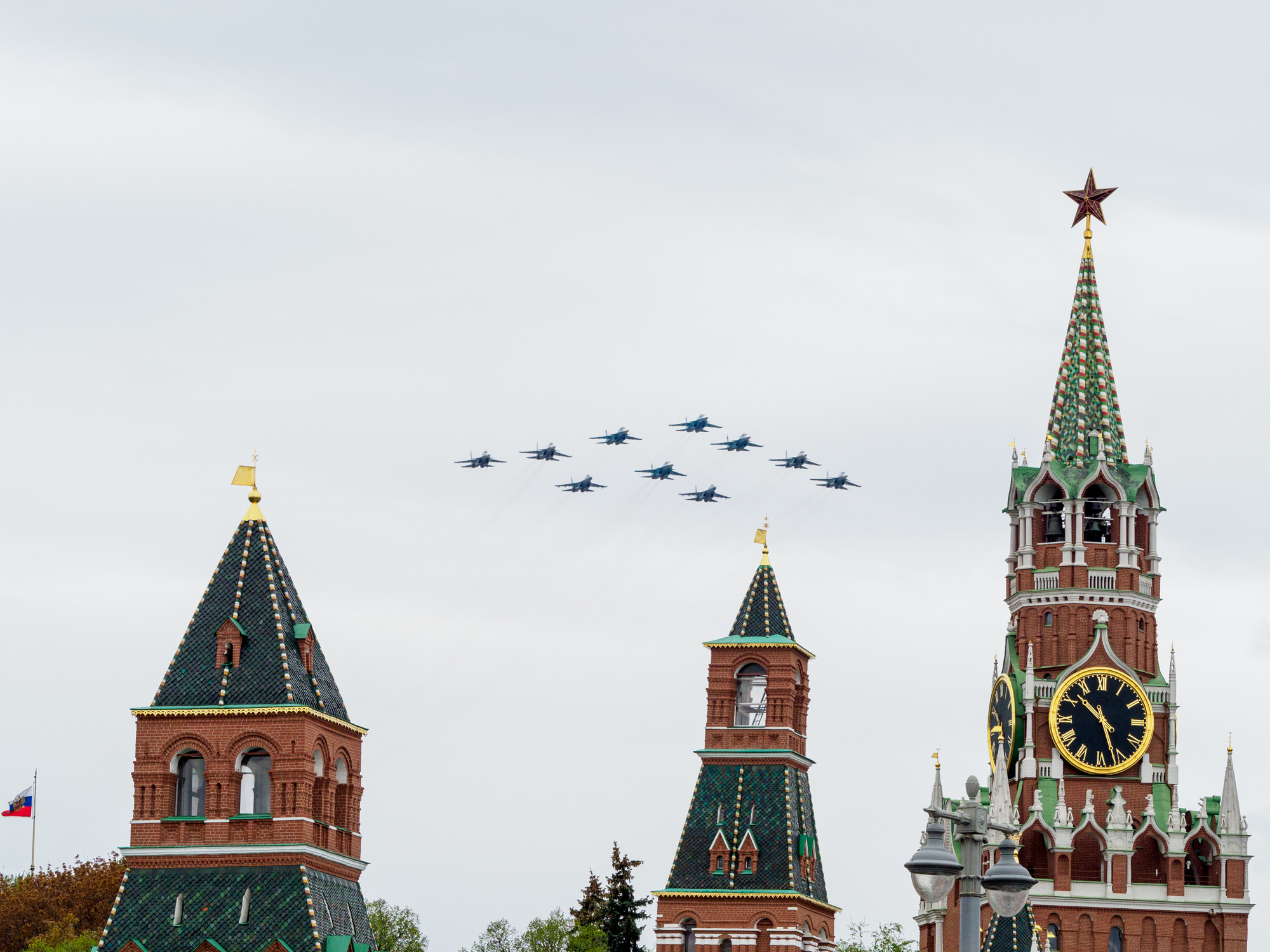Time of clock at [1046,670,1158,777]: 10:26
